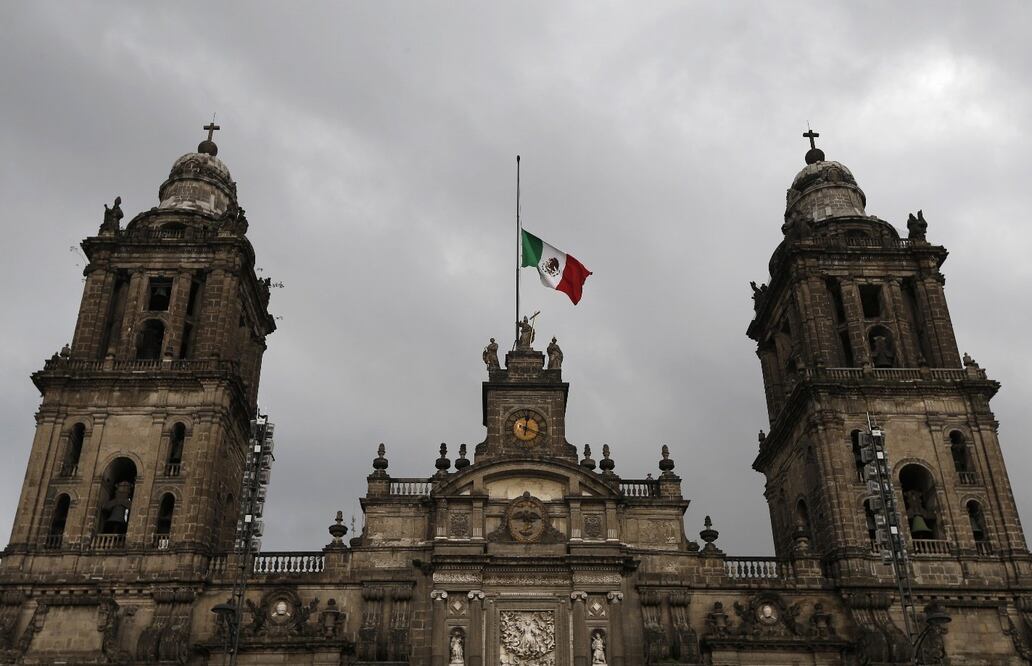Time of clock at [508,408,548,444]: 12:18
